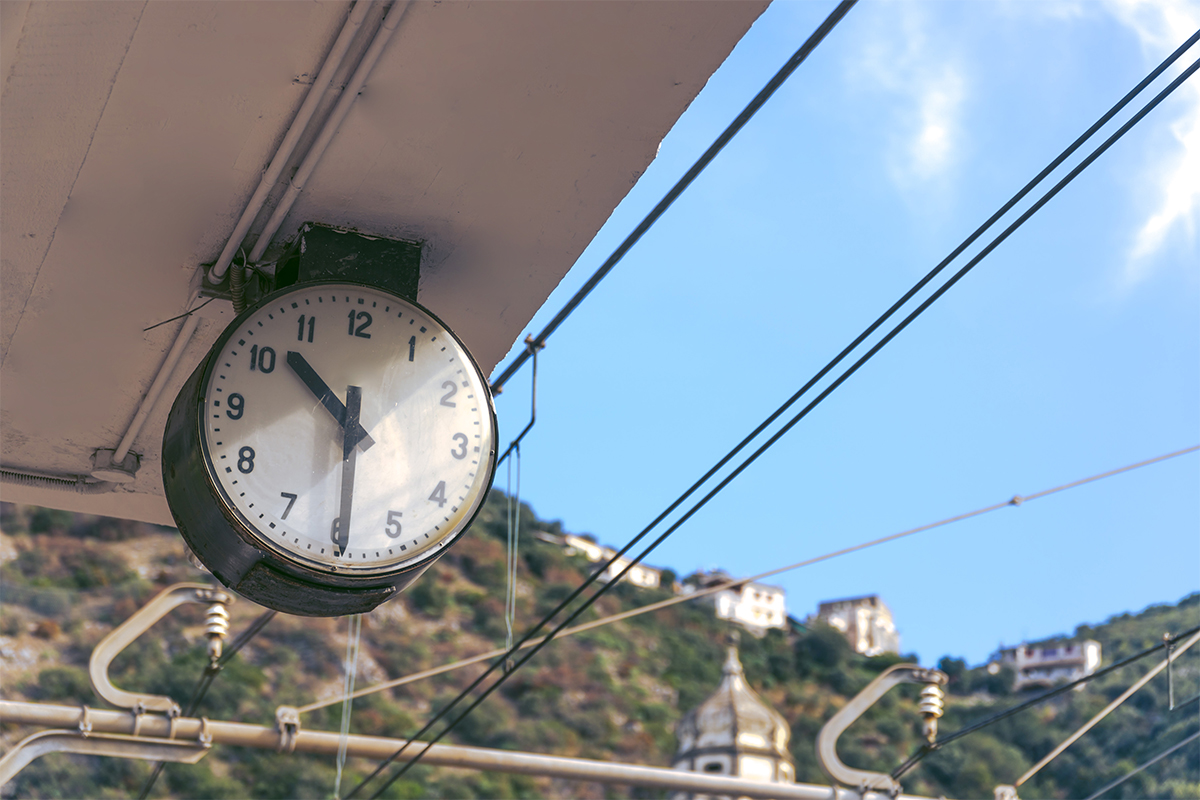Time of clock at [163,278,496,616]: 10:29
